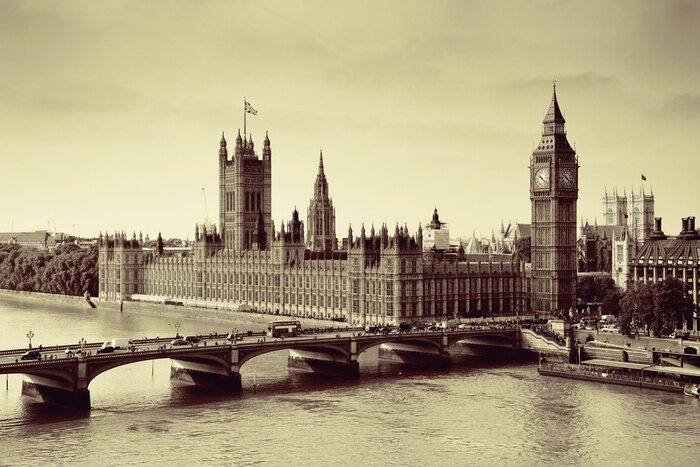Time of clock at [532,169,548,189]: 10:21
